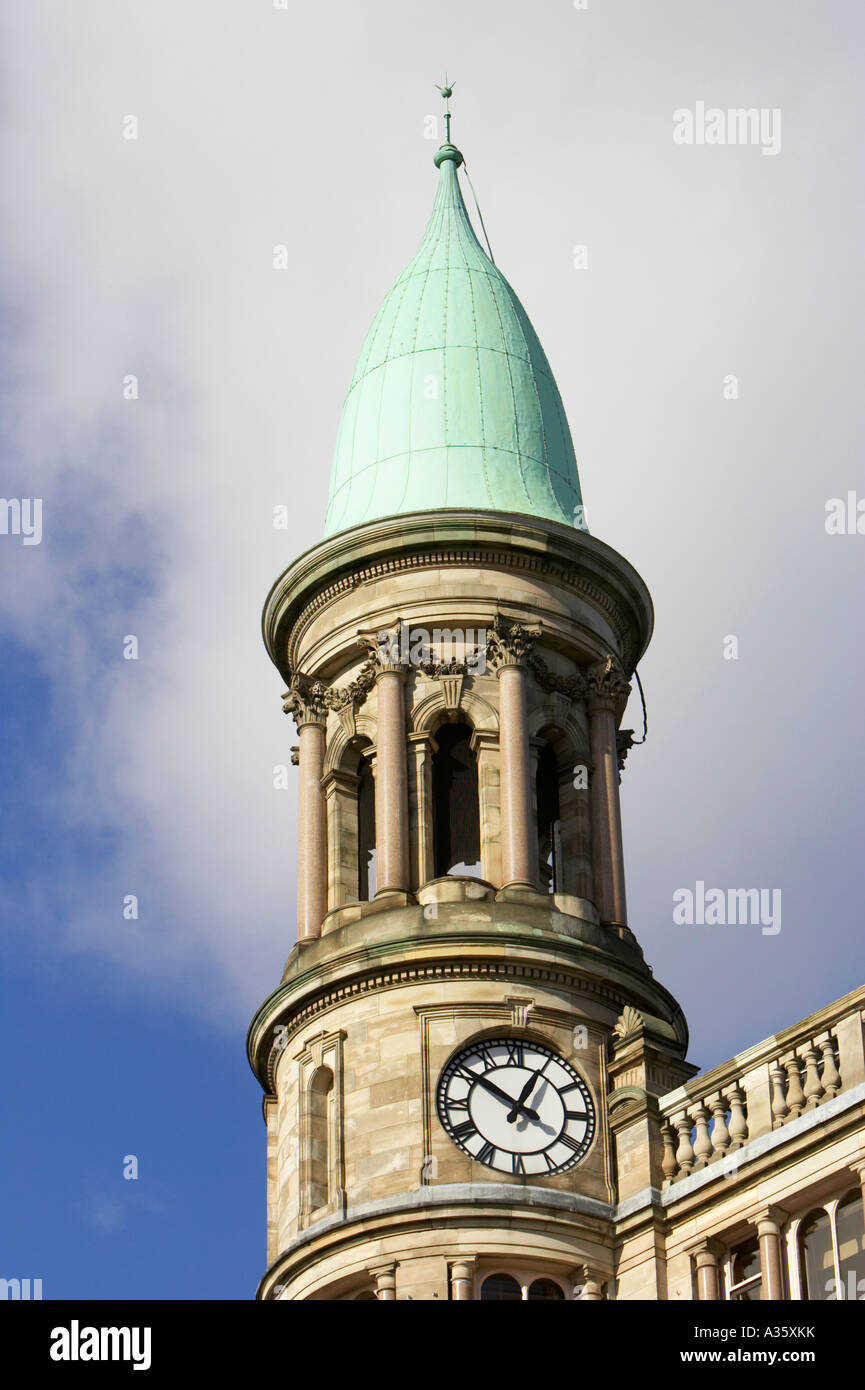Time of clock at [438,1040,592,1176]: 12:51
